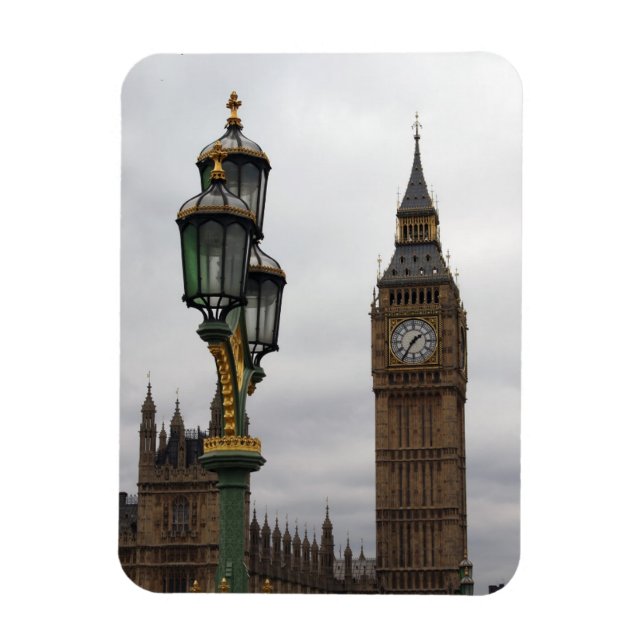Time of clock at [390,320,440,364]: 1:35
